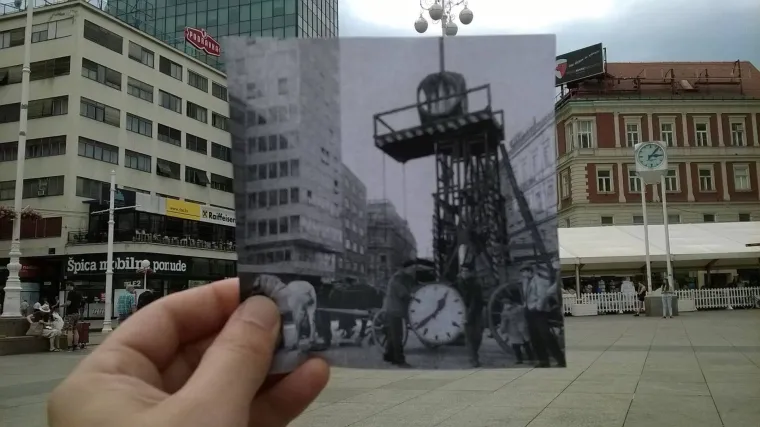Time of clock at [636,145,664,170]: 3:06
